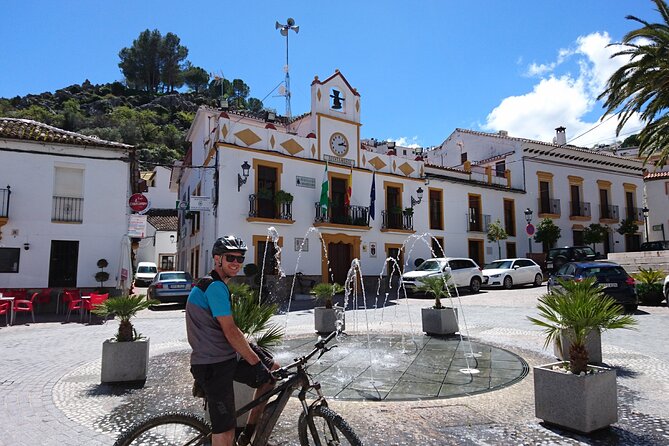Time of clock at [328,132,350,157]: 2:14
